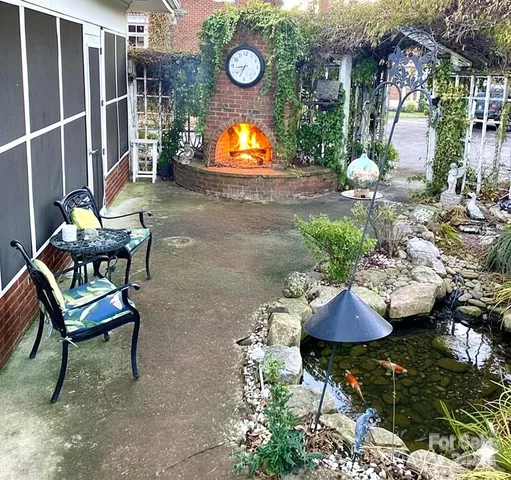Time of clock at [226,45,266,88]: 8:34
